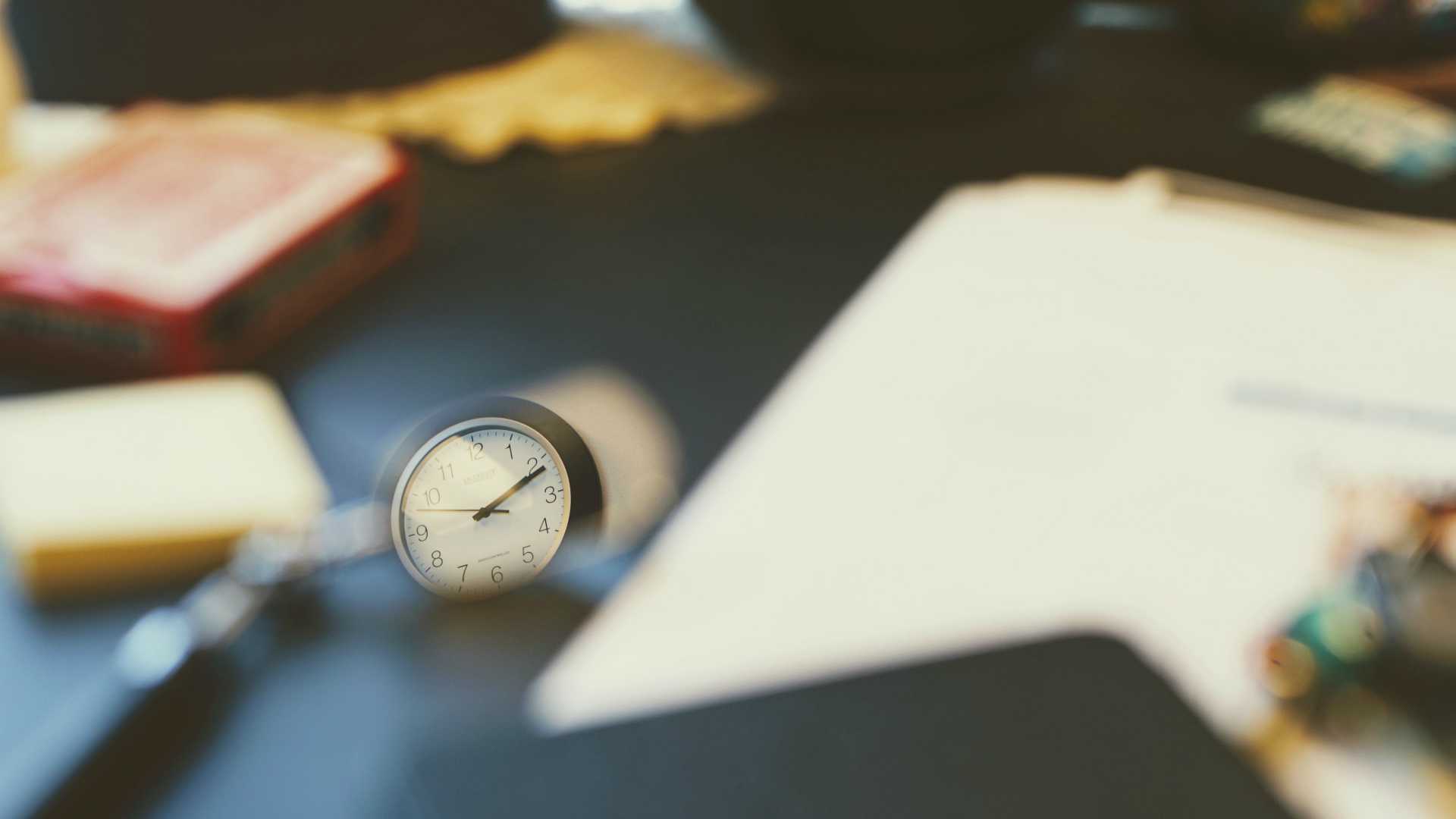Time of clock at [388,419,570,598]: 2:11
